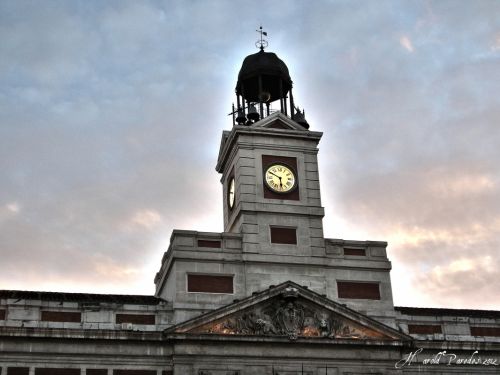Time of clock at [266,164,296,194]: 5:49
